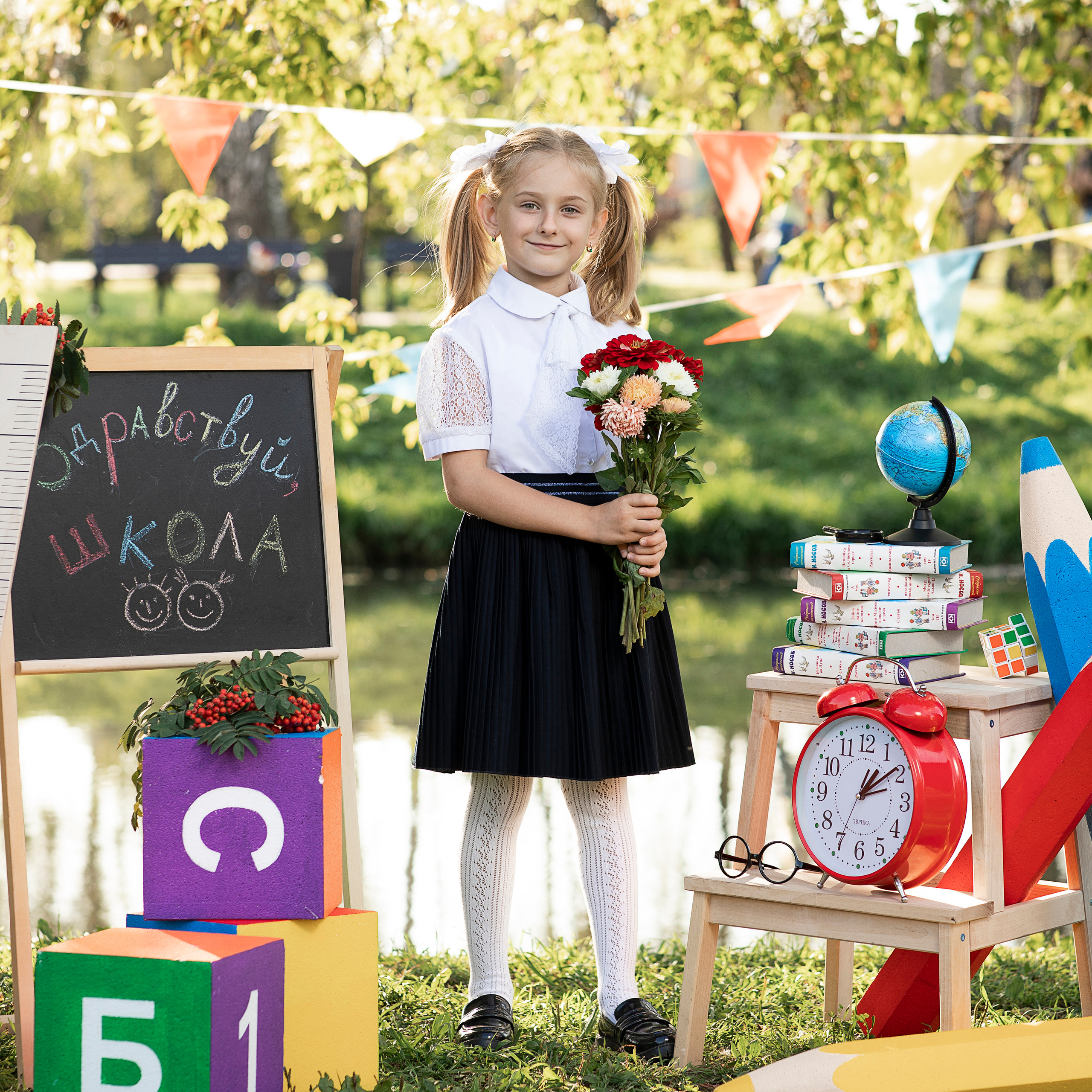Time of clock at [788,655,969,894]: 1:08
